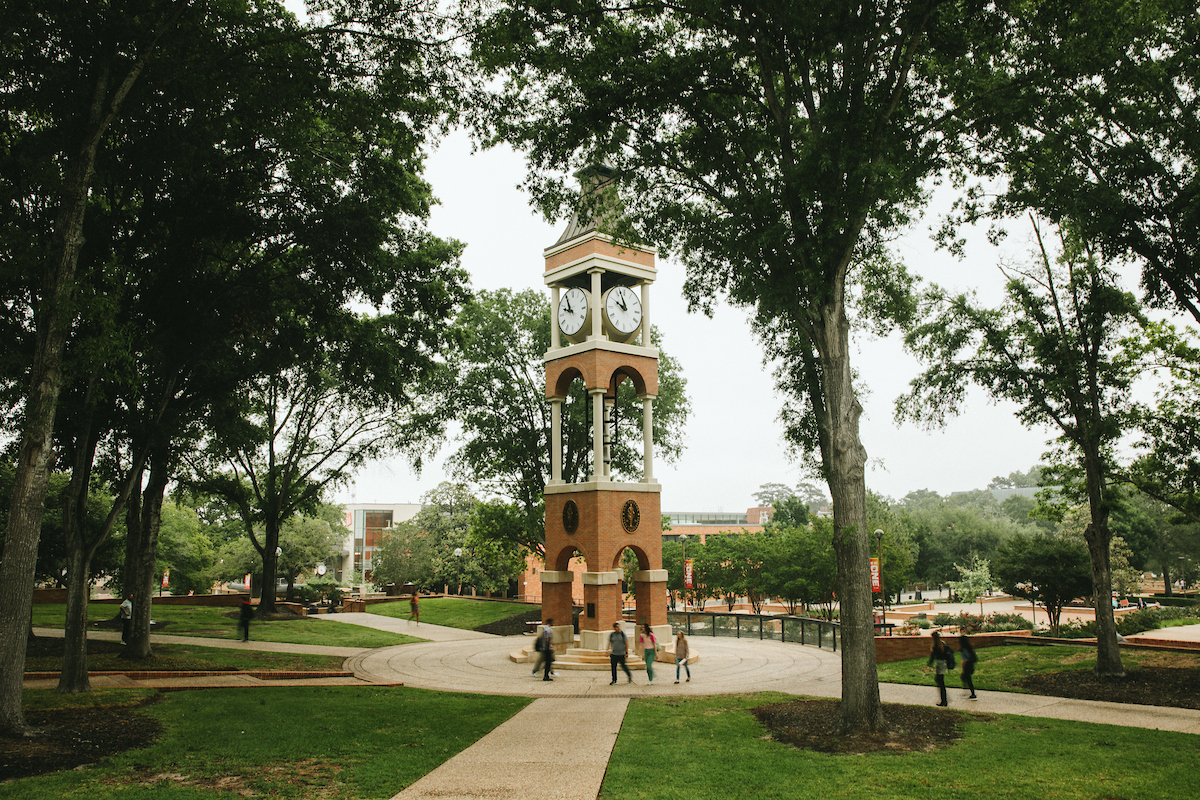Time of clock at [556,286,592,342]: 9:55
